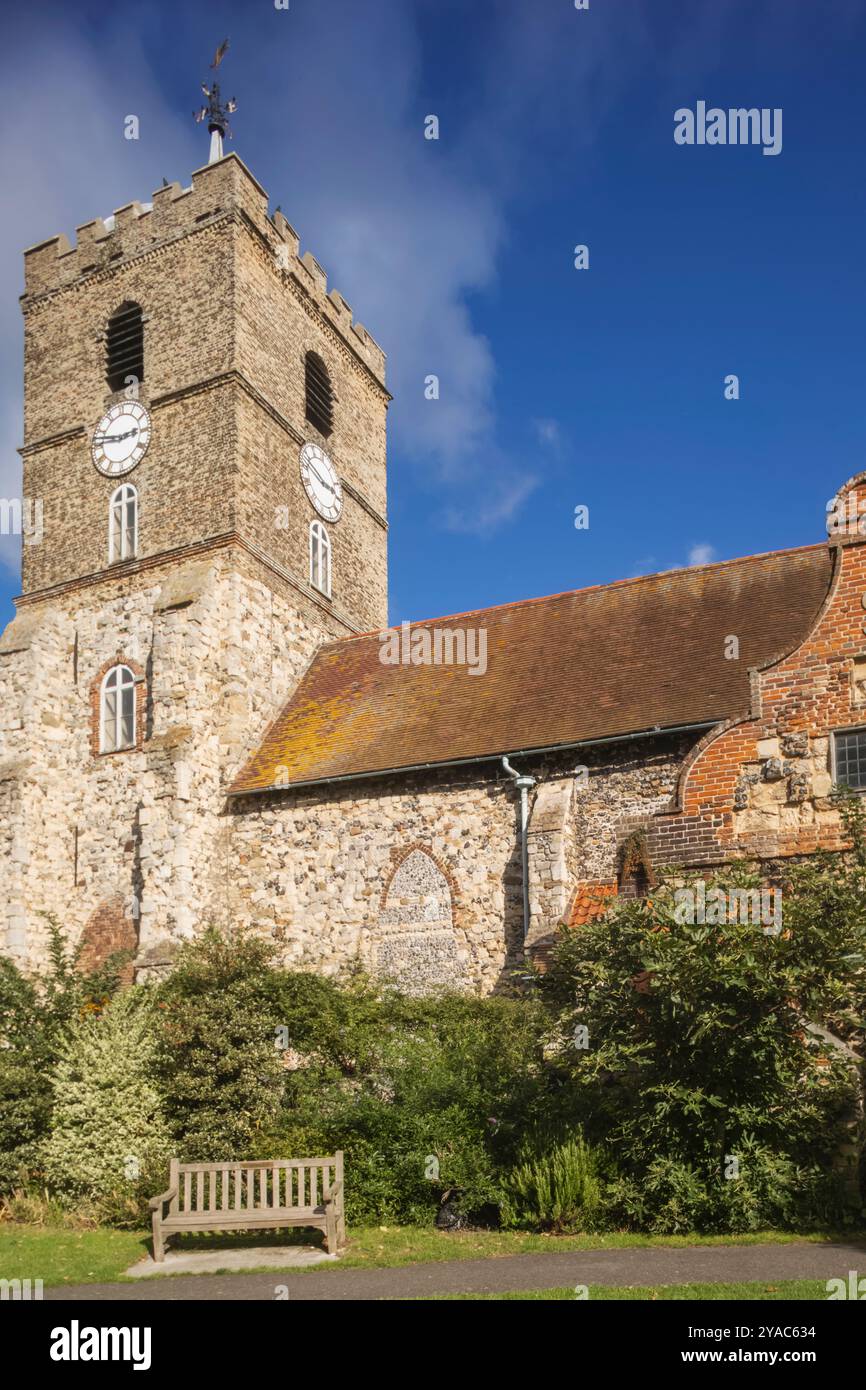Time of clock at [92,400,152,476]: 2:46
